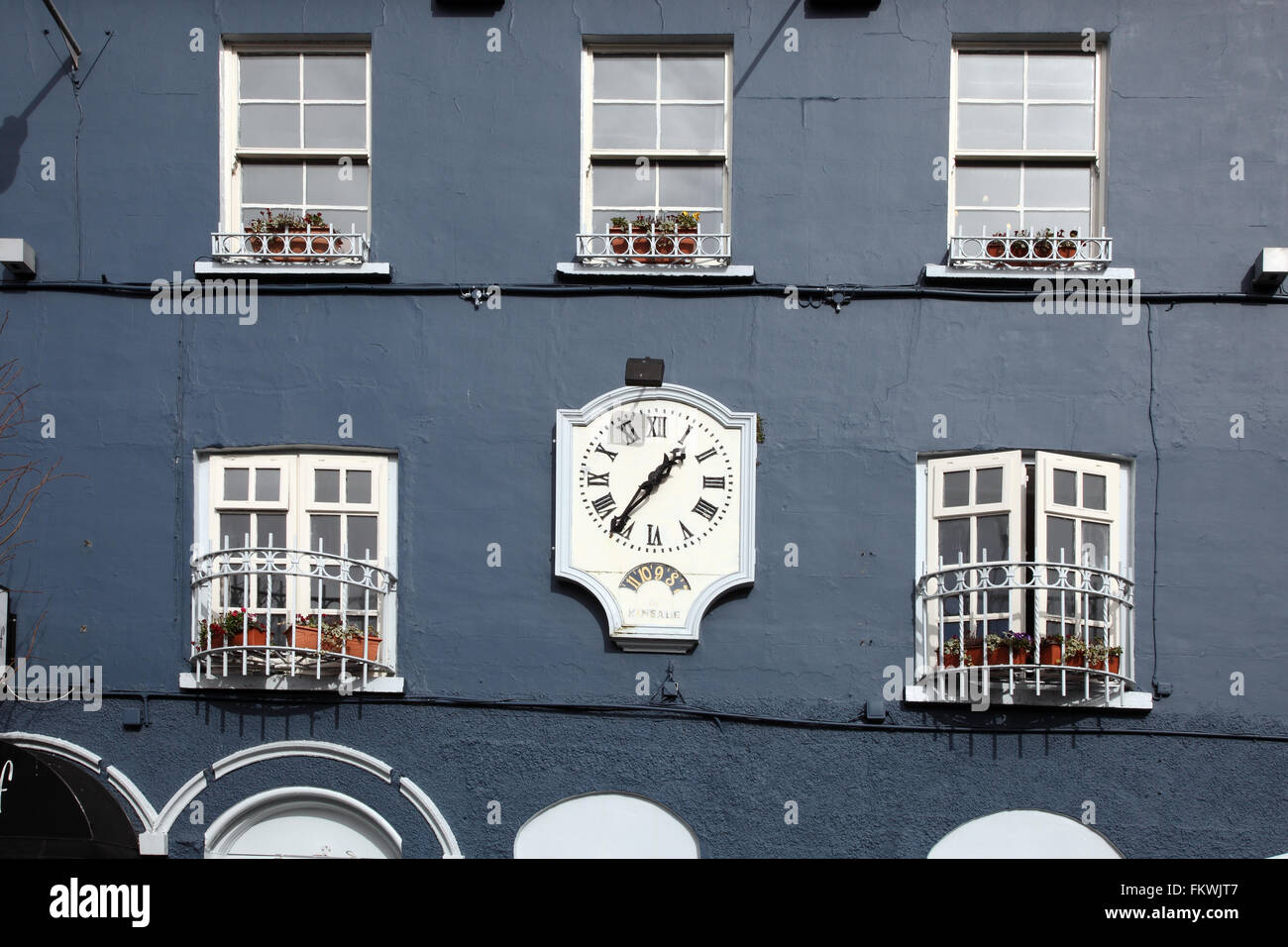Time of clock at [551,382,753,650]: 1:36
